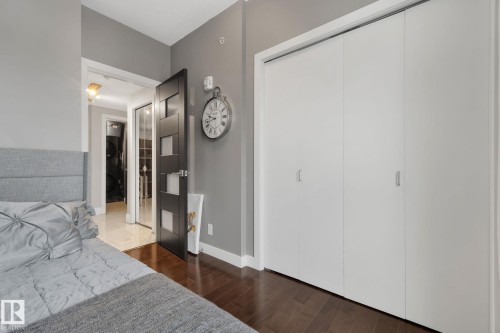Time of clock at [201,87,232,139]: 9:42
